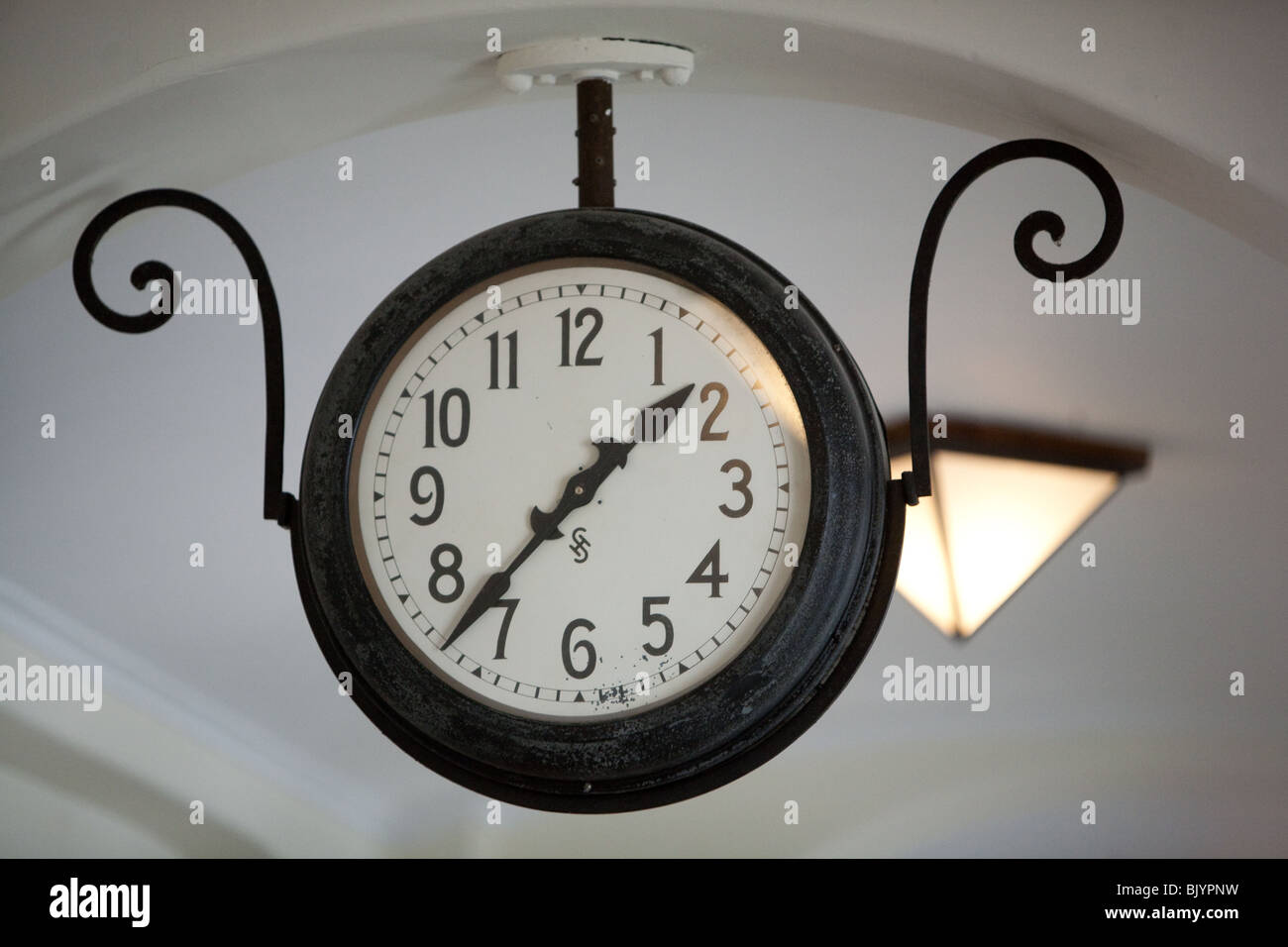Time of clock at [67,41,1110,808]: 1:37
